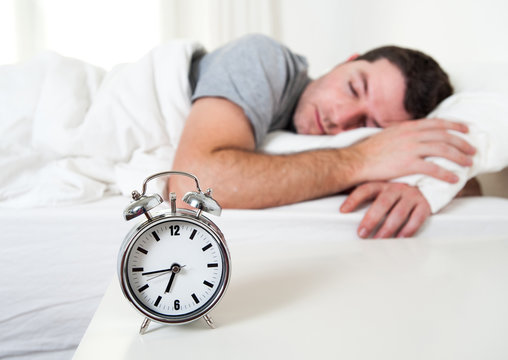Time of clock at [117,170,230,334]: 6:43
